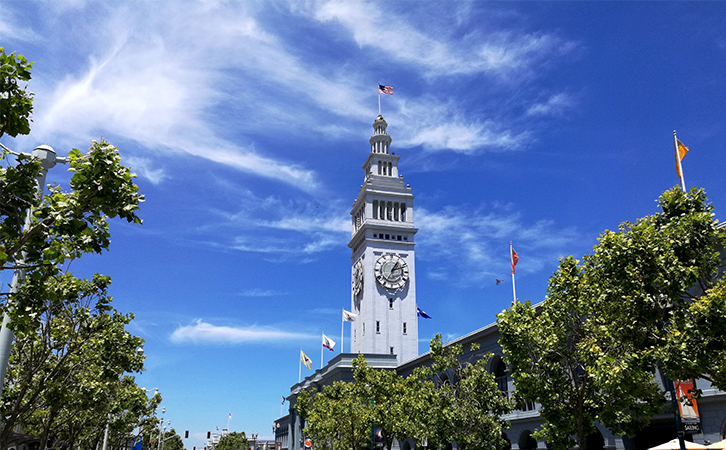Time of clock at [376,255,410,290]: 1:11
